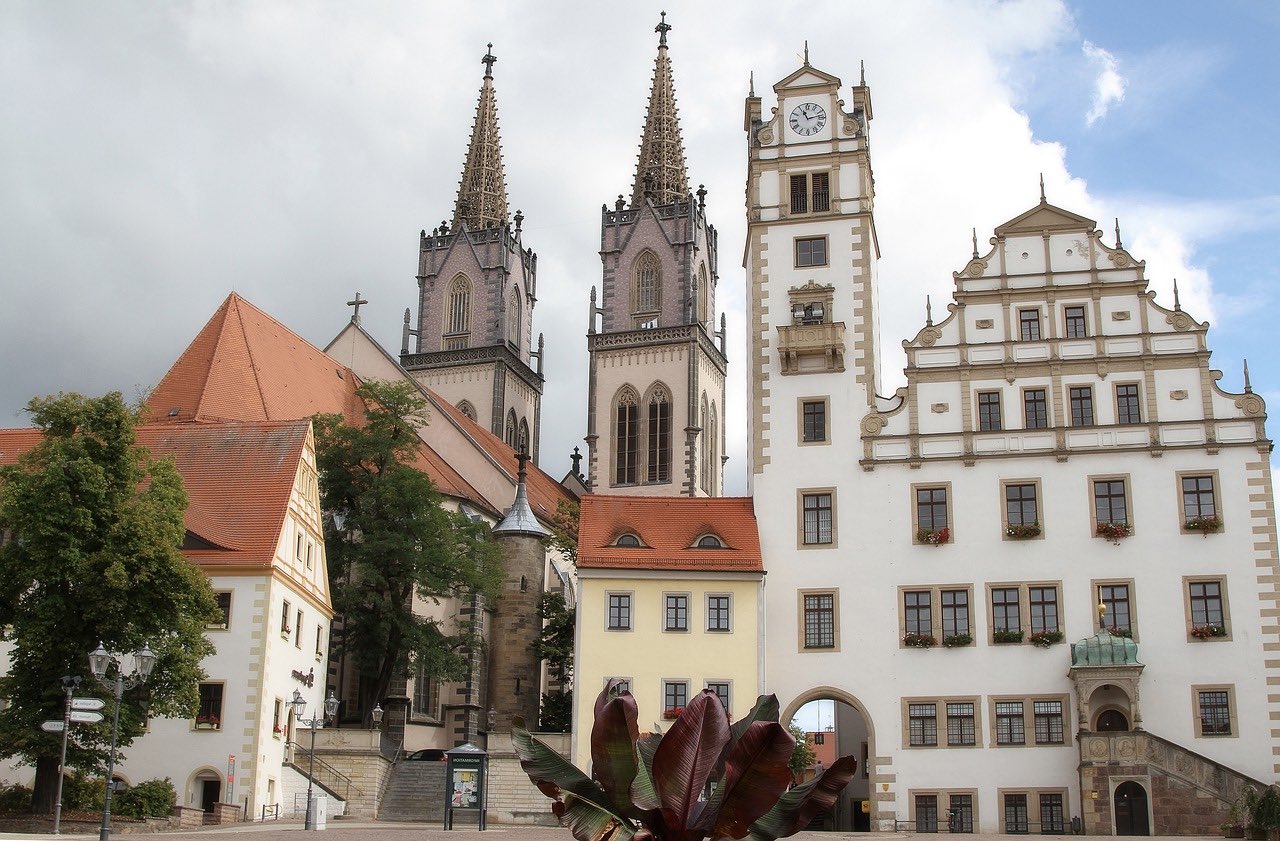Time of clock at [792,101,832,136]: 11:12
